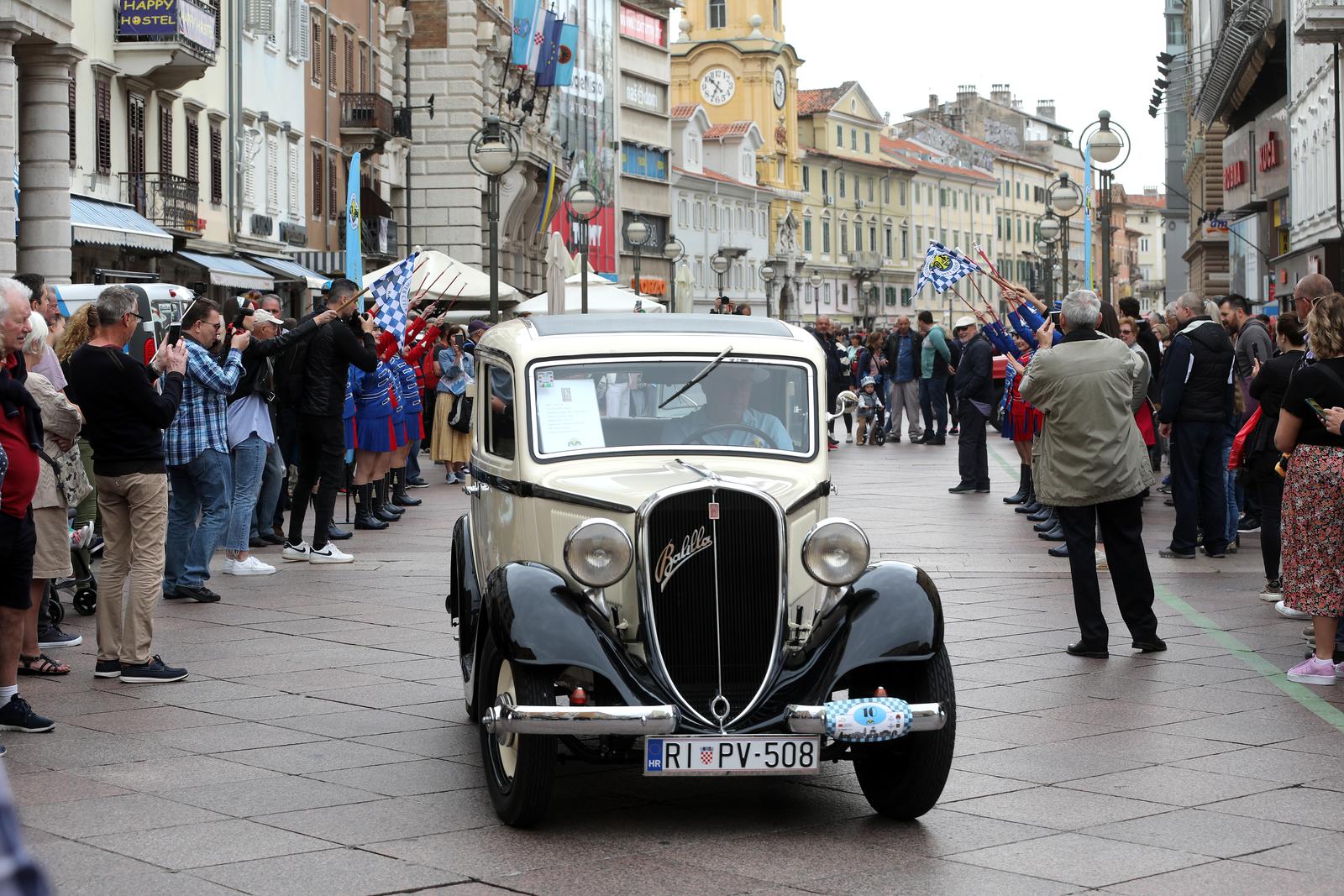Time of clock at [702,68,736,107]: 10:34
